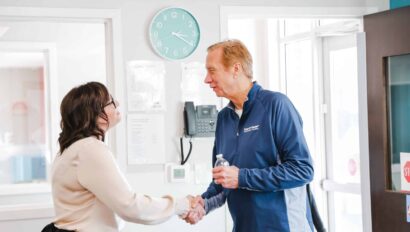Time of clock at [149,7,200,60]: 3:20
